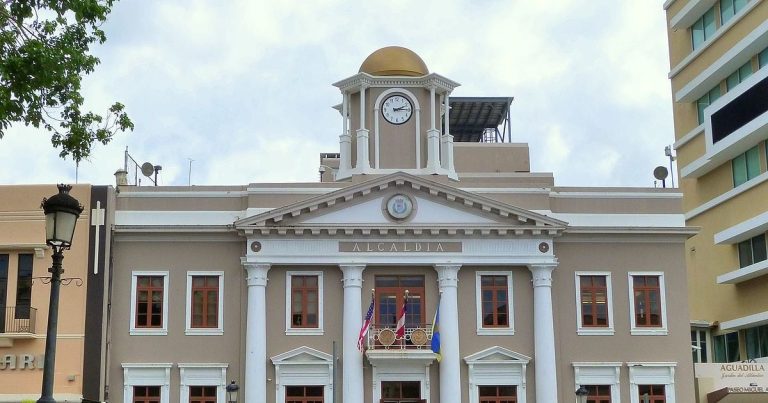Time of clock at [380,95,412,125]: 2:14
